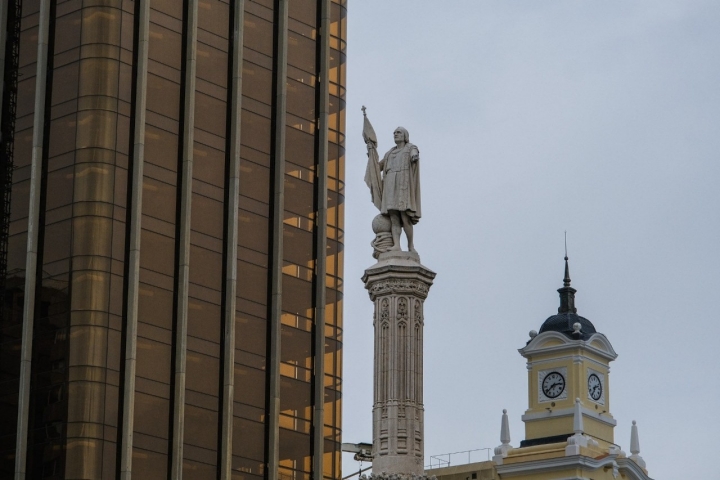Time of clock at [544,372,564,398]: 2:38
